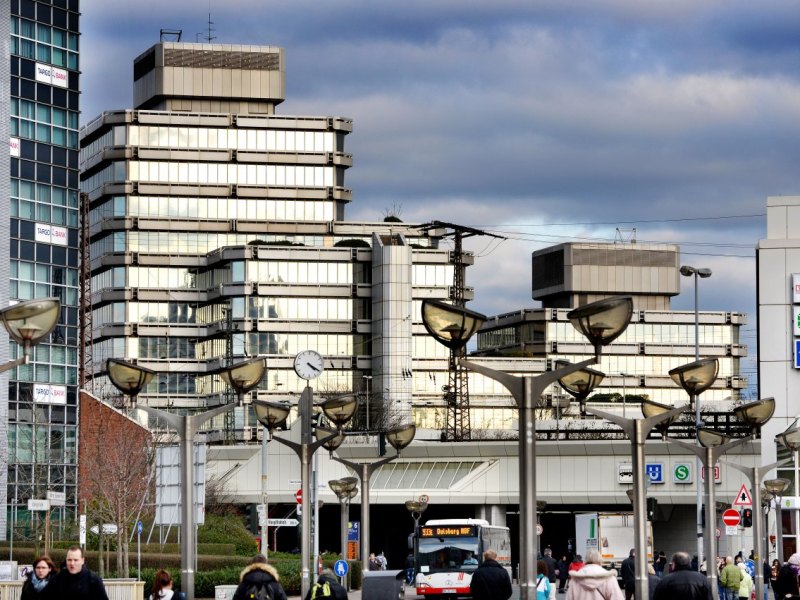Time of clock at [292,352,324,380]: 4:19
